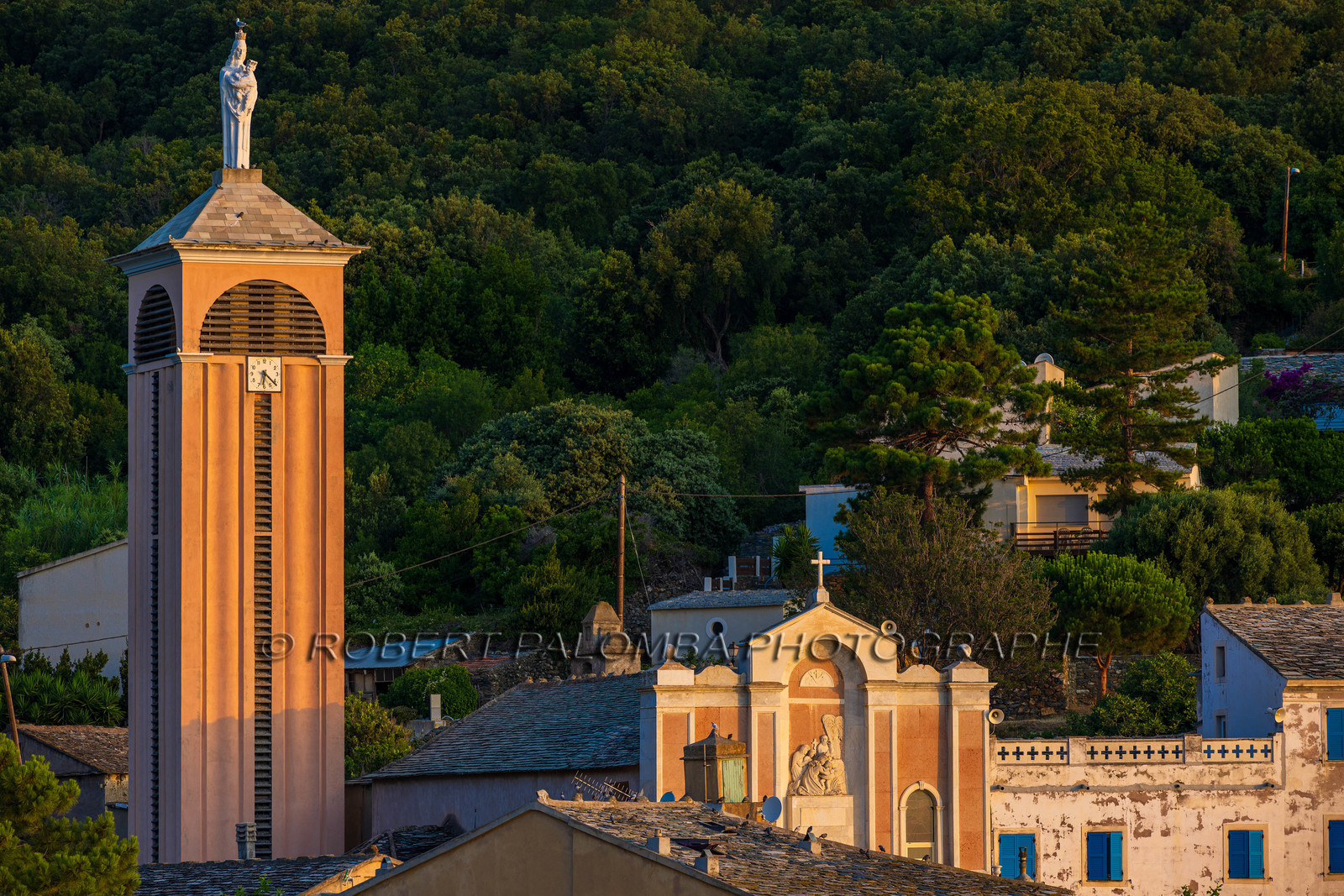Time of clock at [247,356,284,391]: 6:21
